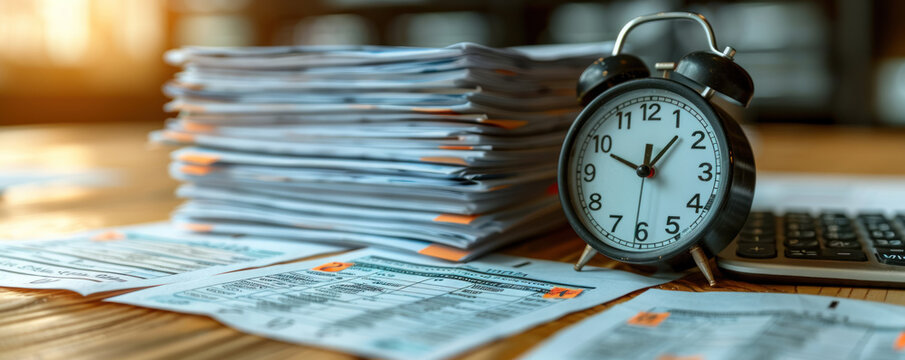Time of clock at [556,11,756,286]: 12:07
